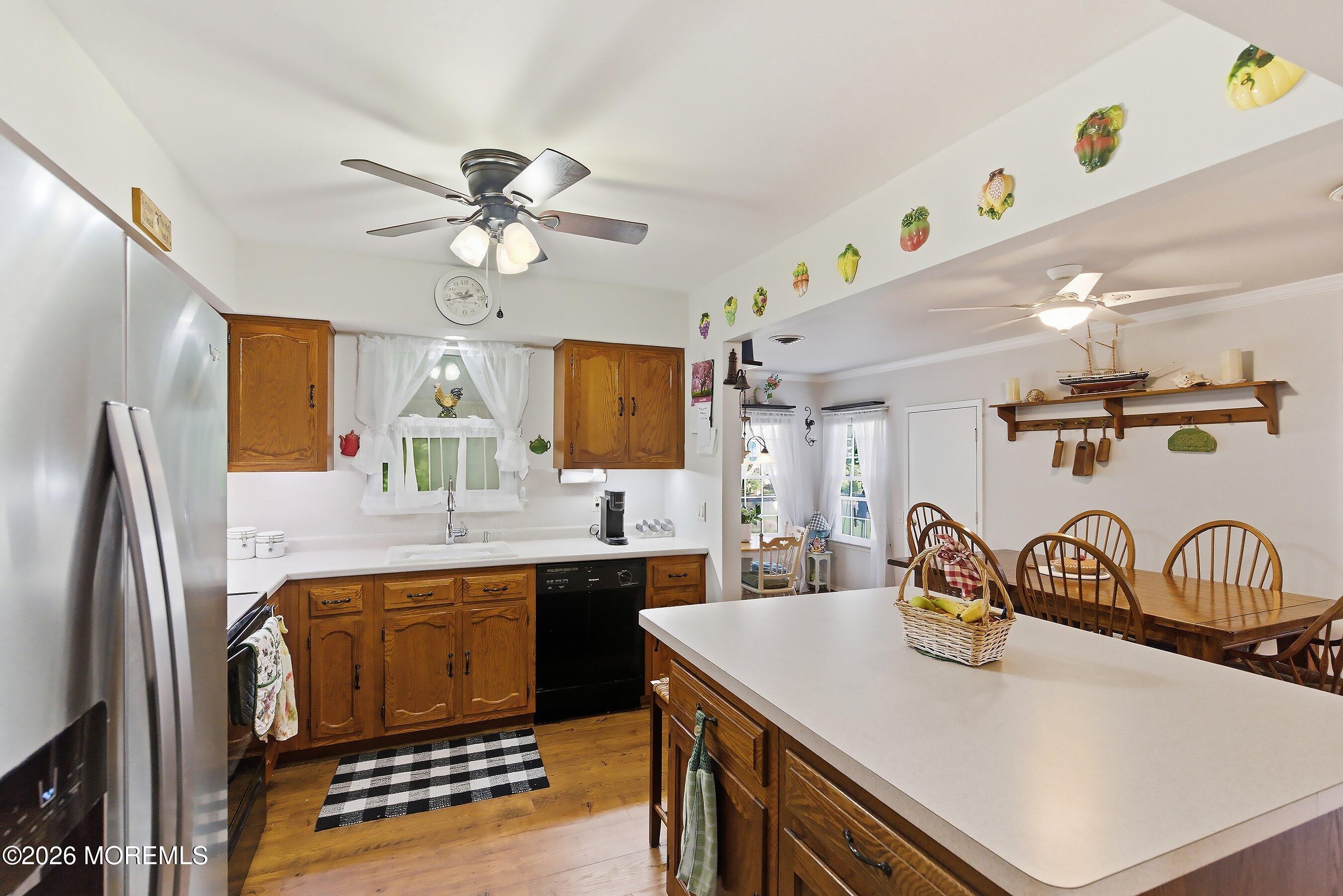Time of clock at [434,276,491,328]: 9:42
